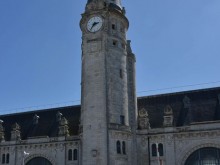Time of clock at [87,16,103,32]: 2:36
